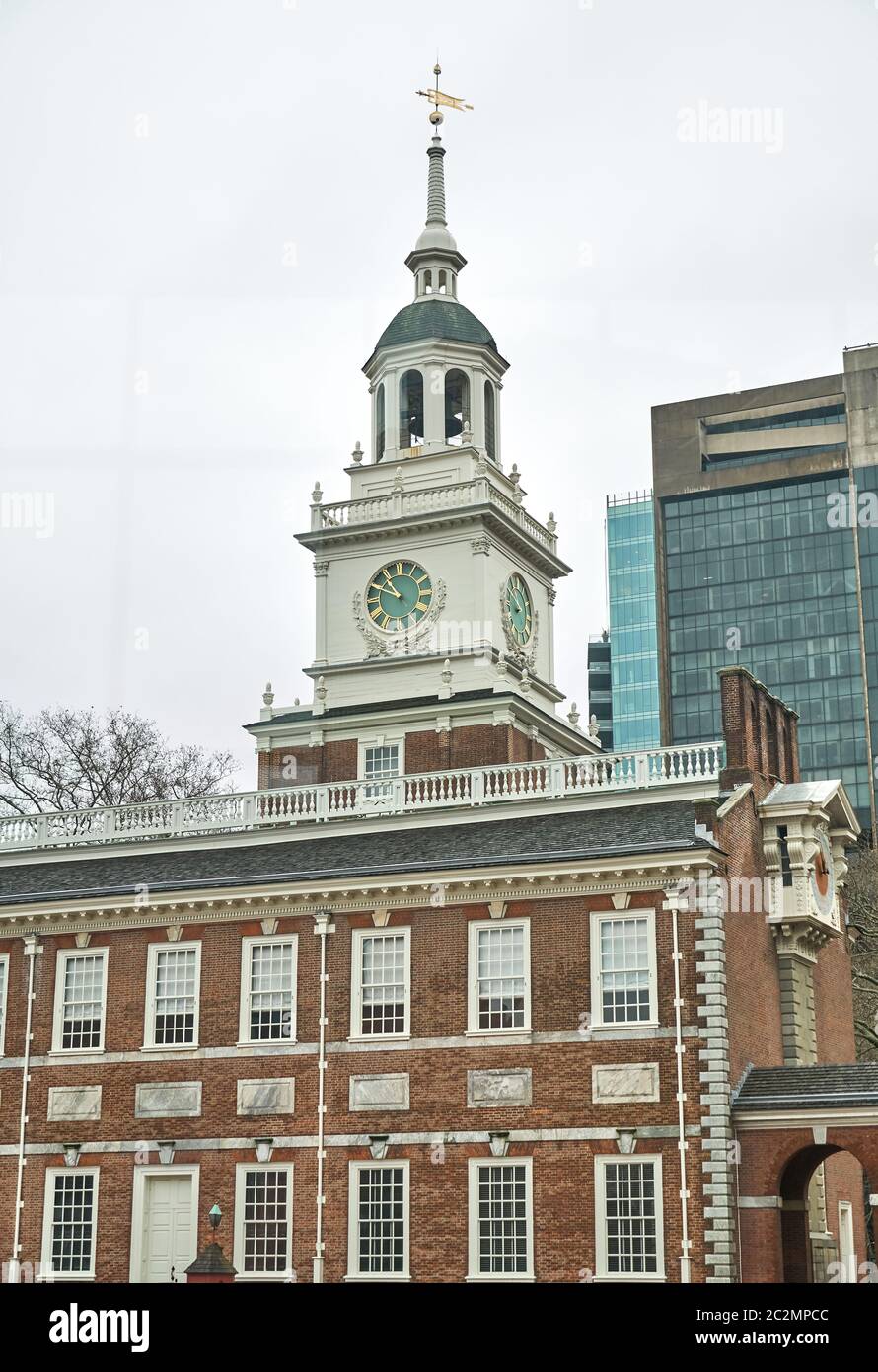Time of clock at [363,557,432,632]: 10:49
